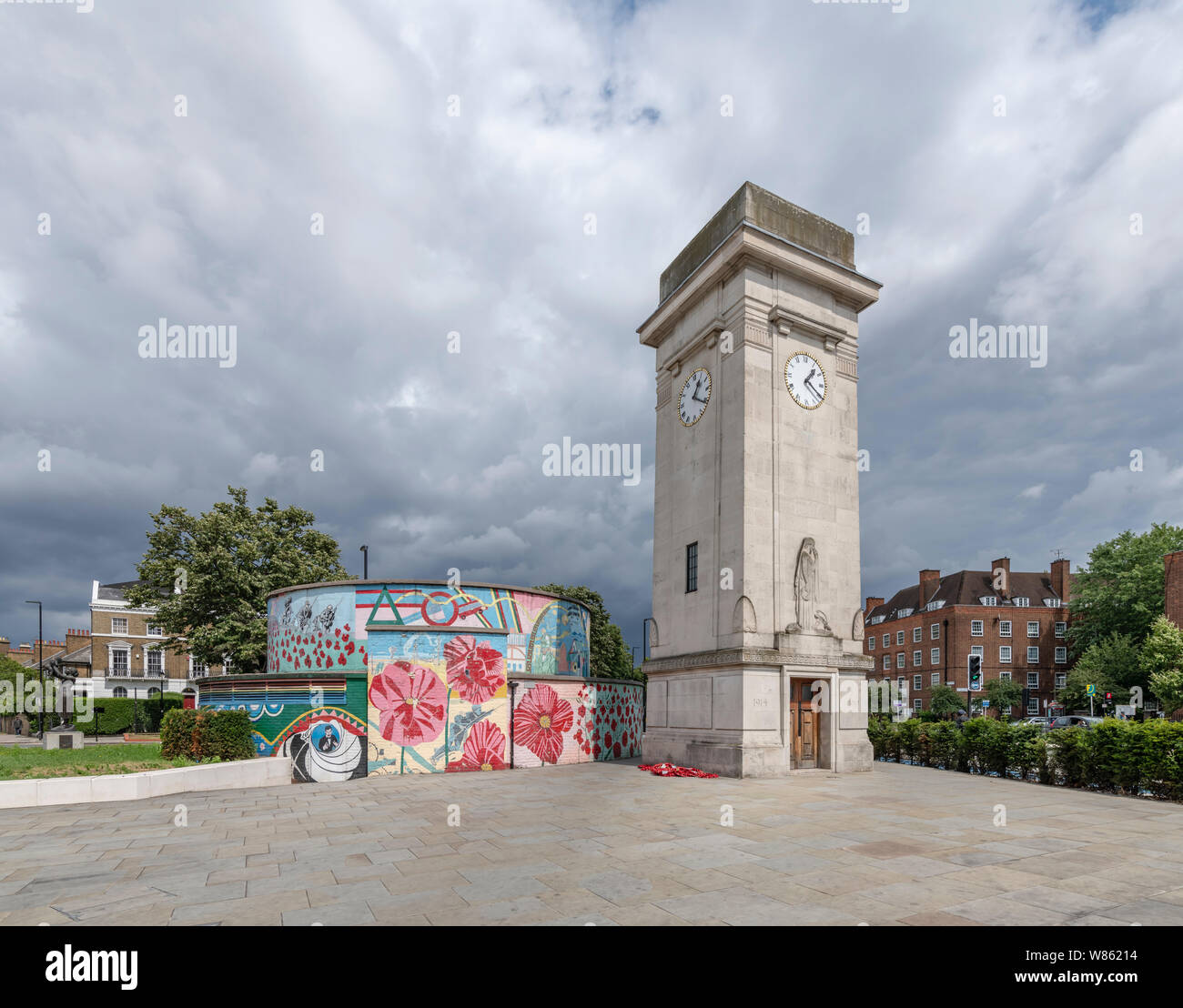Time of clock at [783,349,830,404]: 1:20
